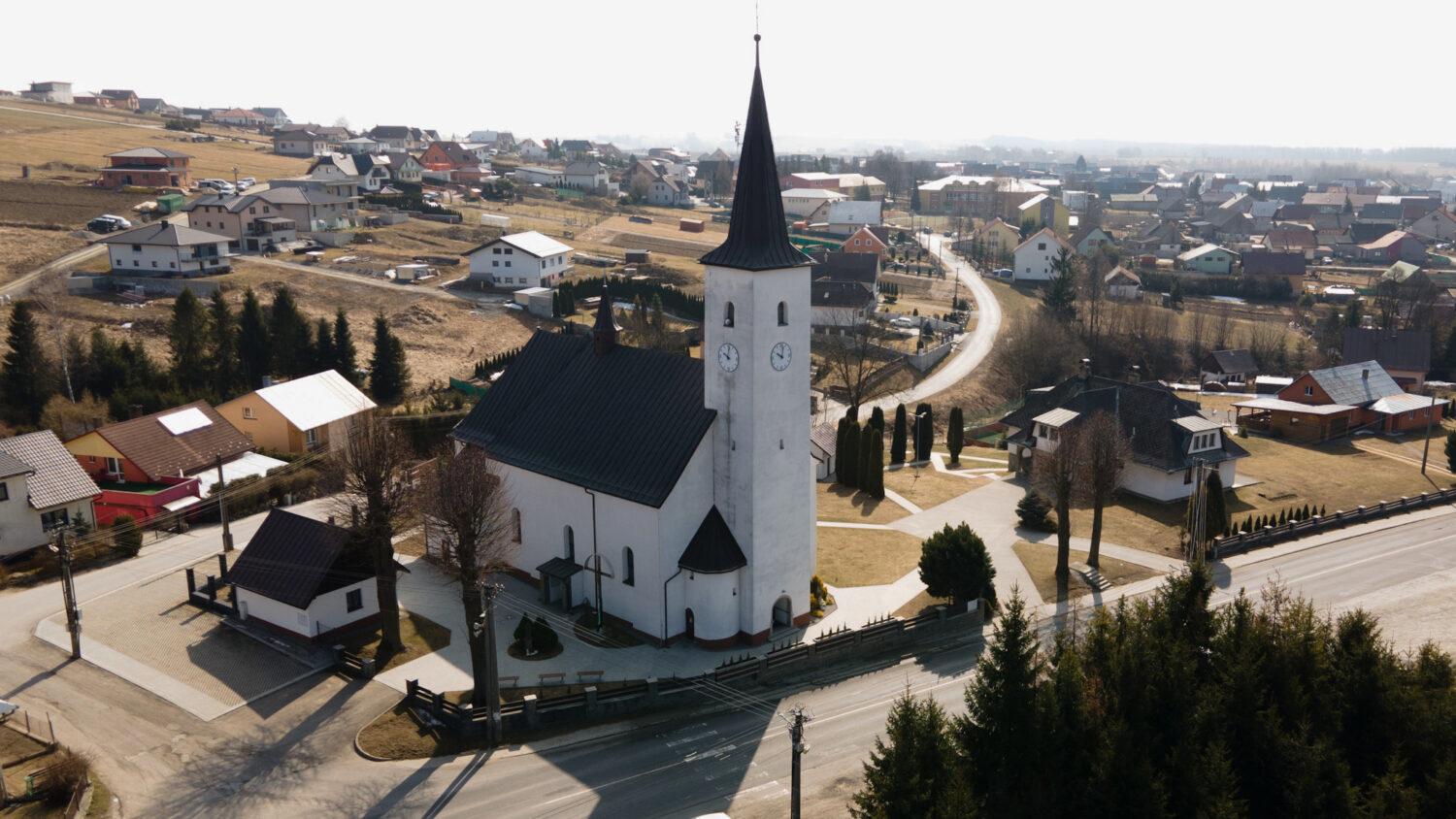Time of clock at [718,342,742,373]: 10:00
